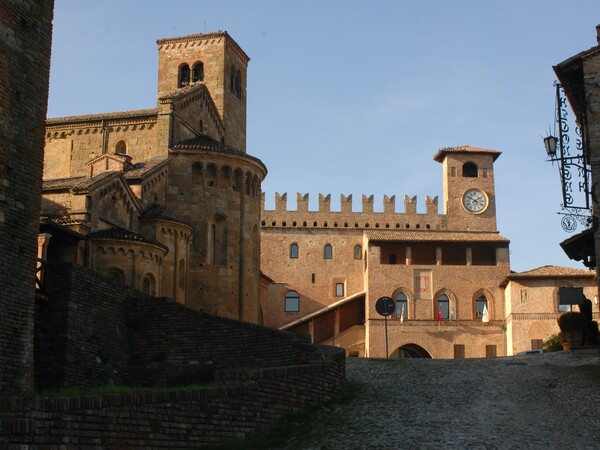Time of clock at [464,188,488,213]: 1:50
